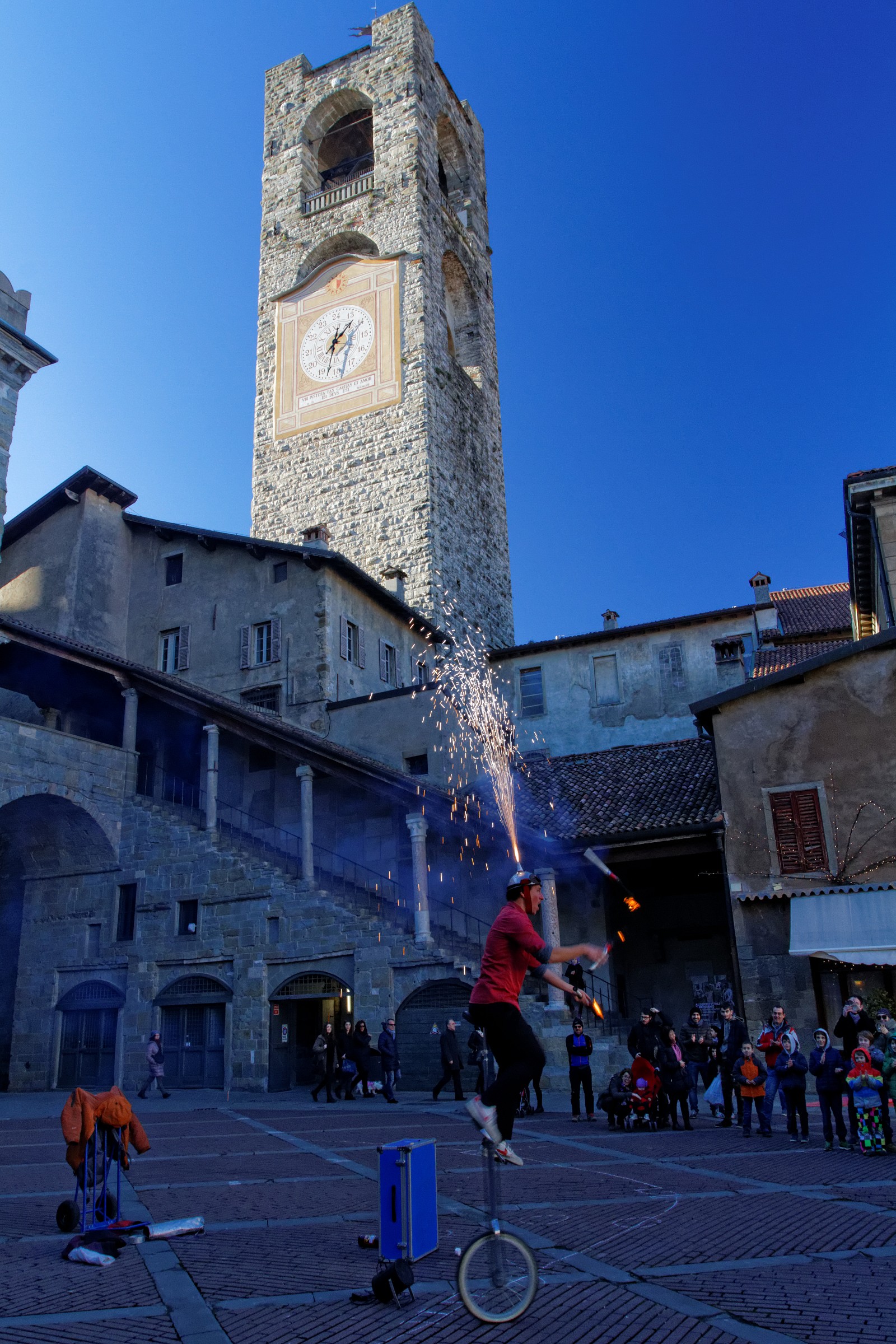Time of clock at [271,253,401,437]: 1:32
